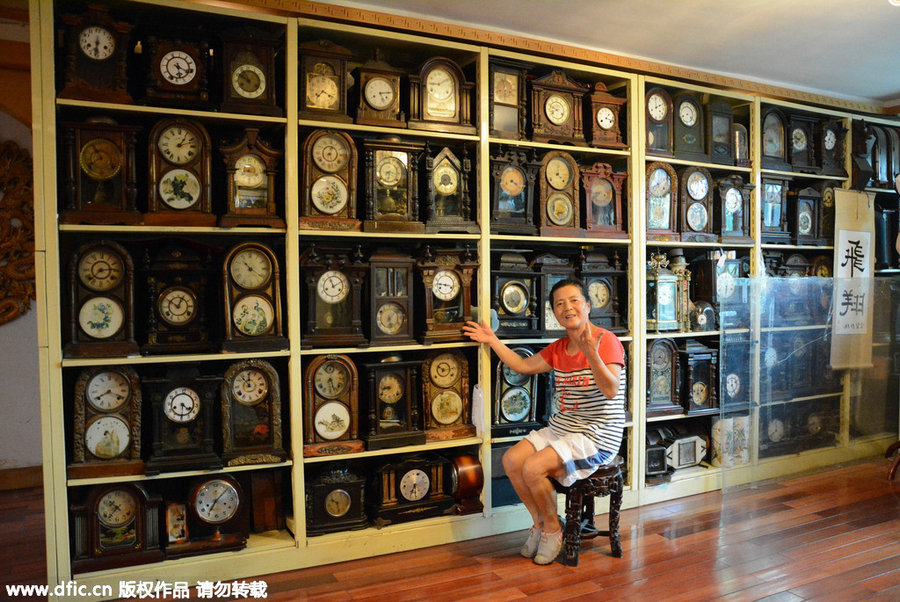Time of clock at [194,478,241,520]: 7:07
